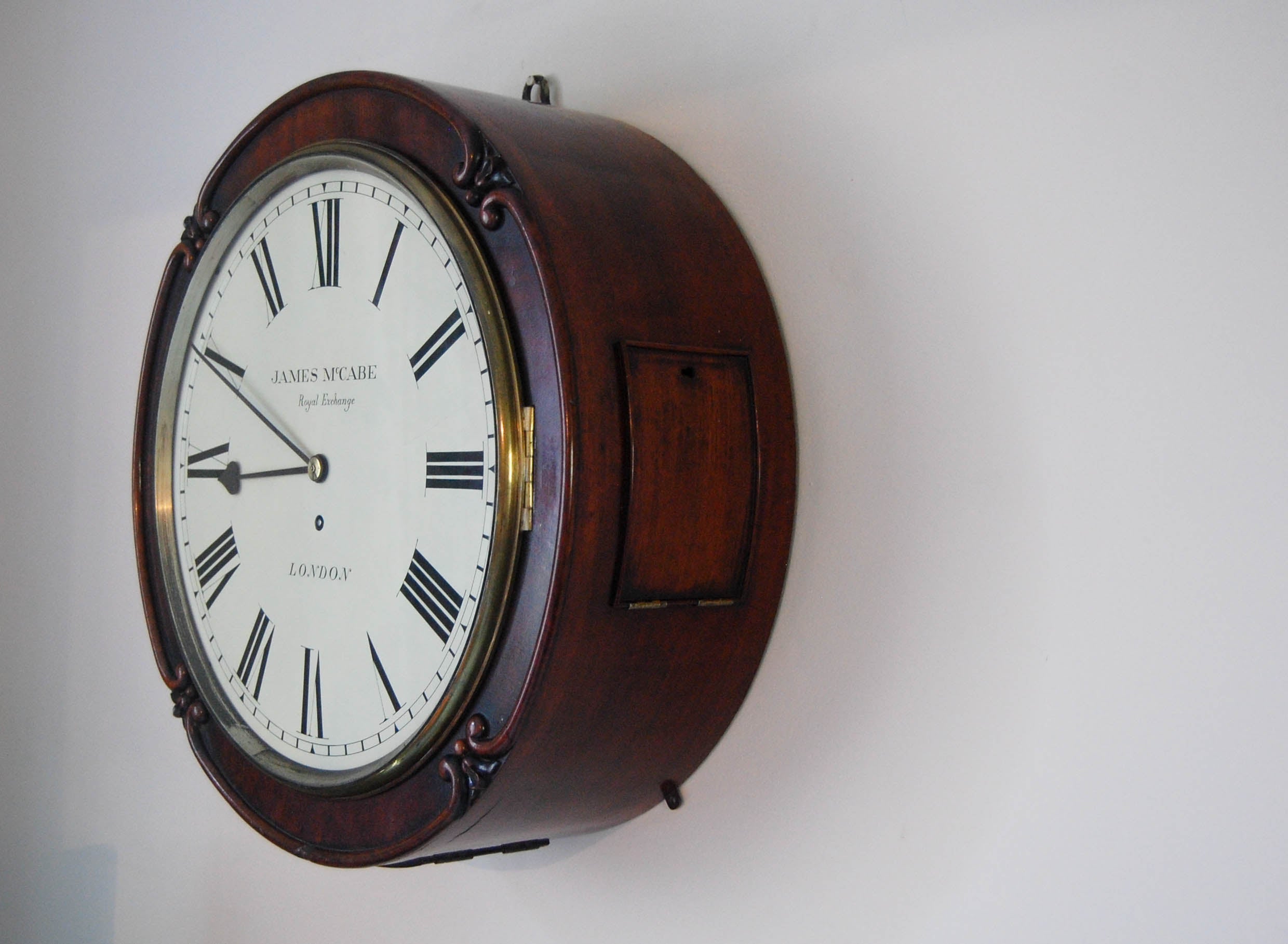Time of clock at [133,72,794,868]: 8:49
